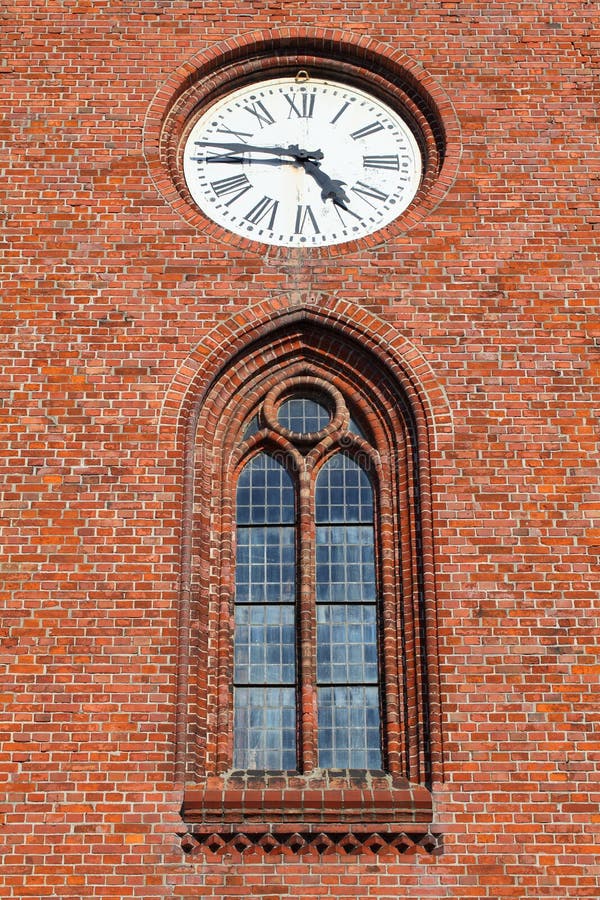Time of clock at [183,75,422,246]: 4:46
